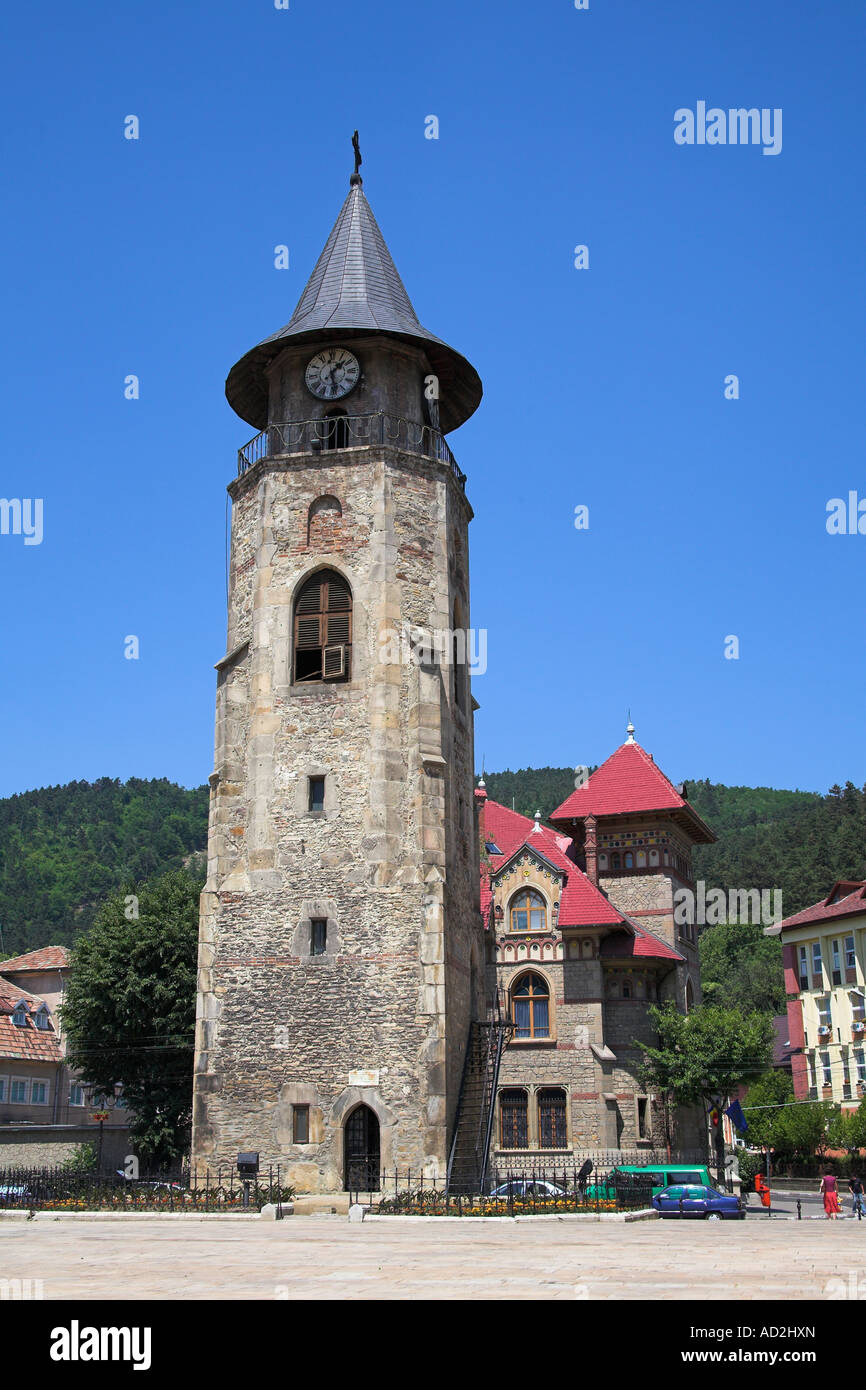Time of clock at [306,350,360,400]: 1:28
